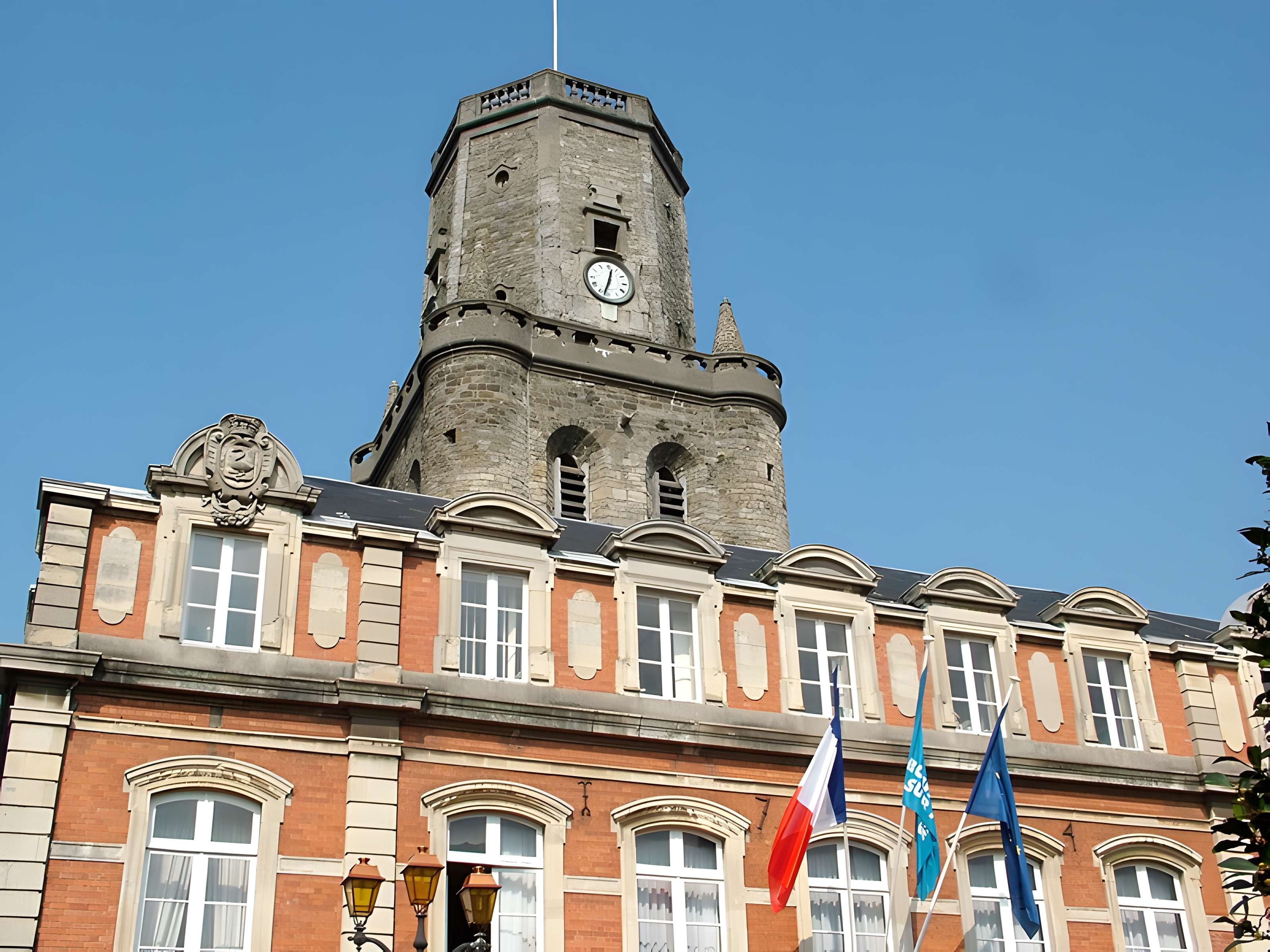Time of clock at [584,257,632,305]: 12:32
